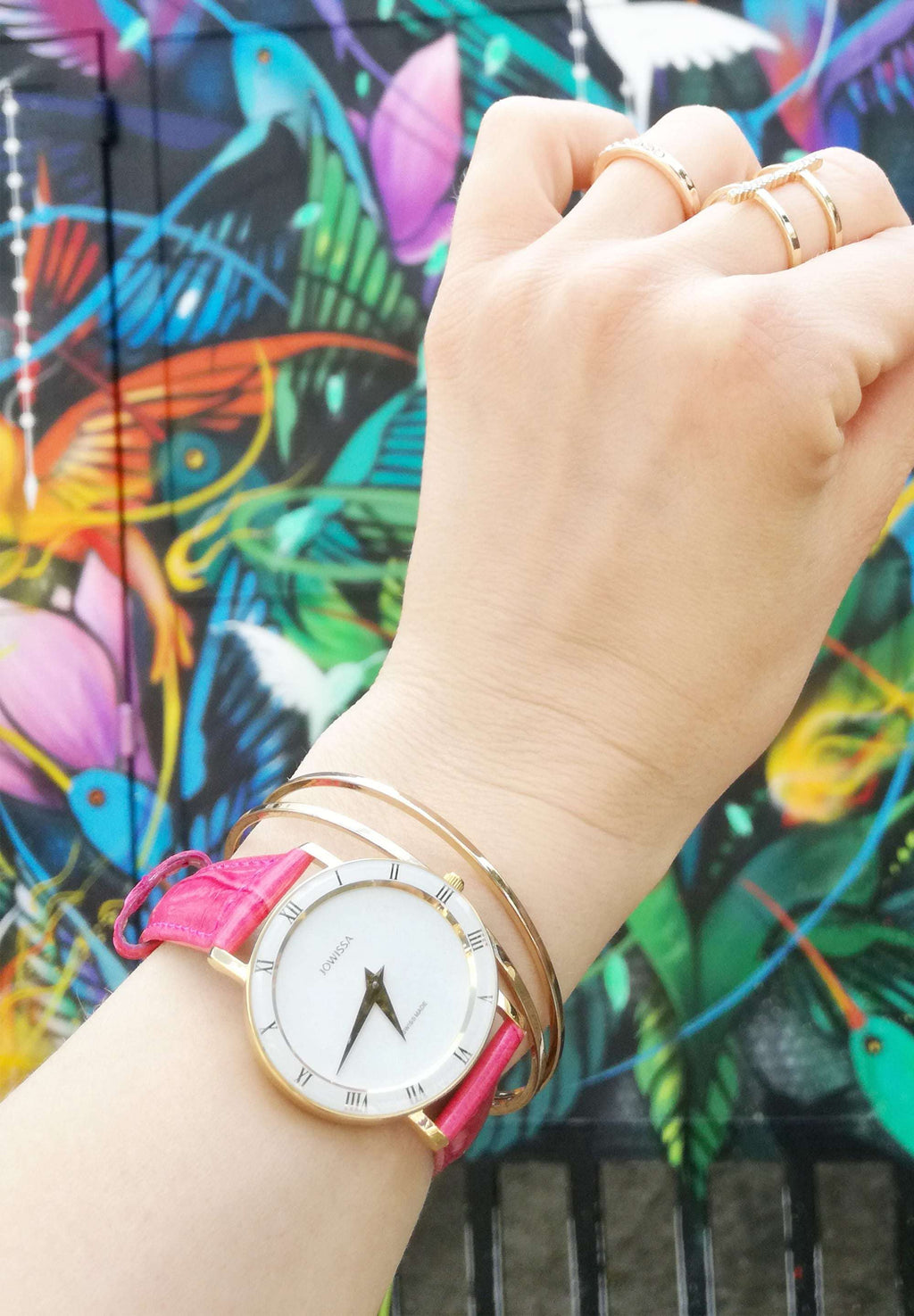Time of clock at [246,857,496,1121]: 4:32
